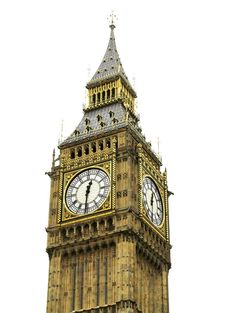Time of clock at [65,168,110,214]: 12:31
